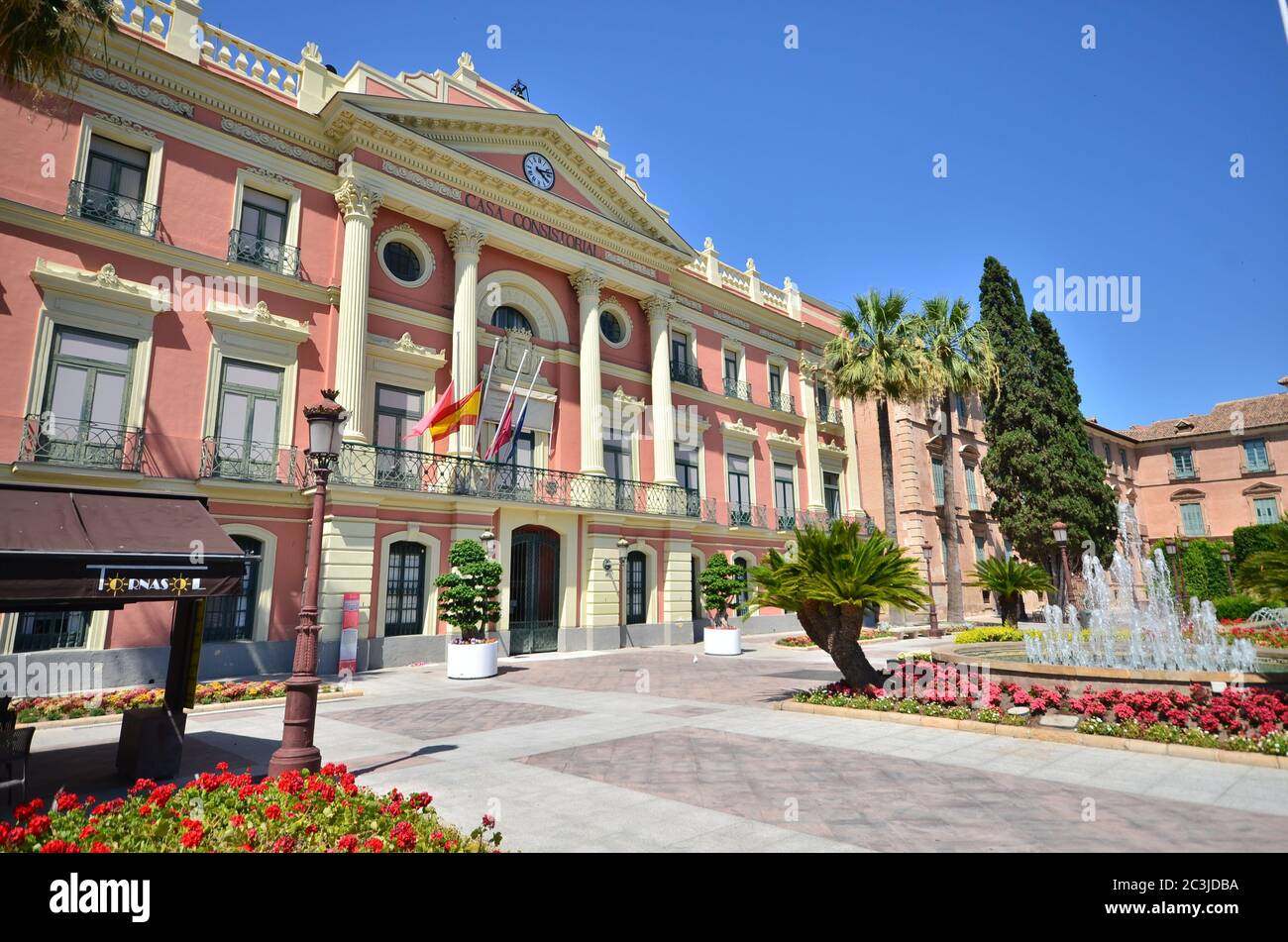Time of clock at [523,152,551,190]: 4:12
